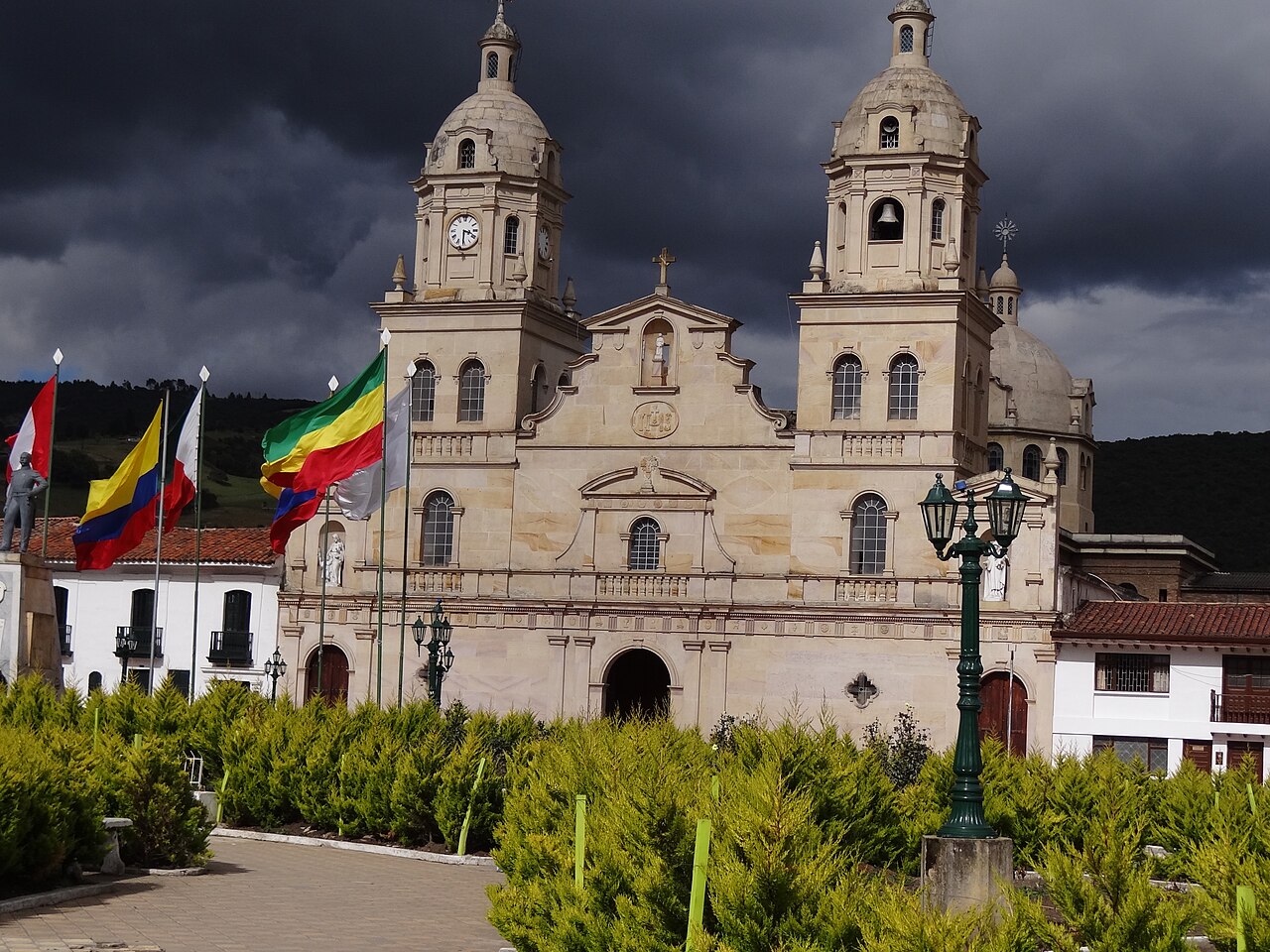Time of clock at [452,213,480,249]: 3:30
